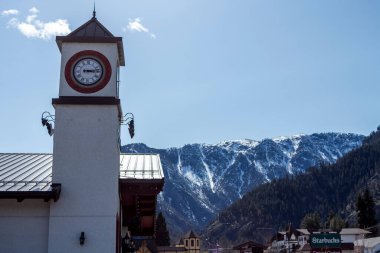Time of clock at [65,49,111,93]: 3:13
